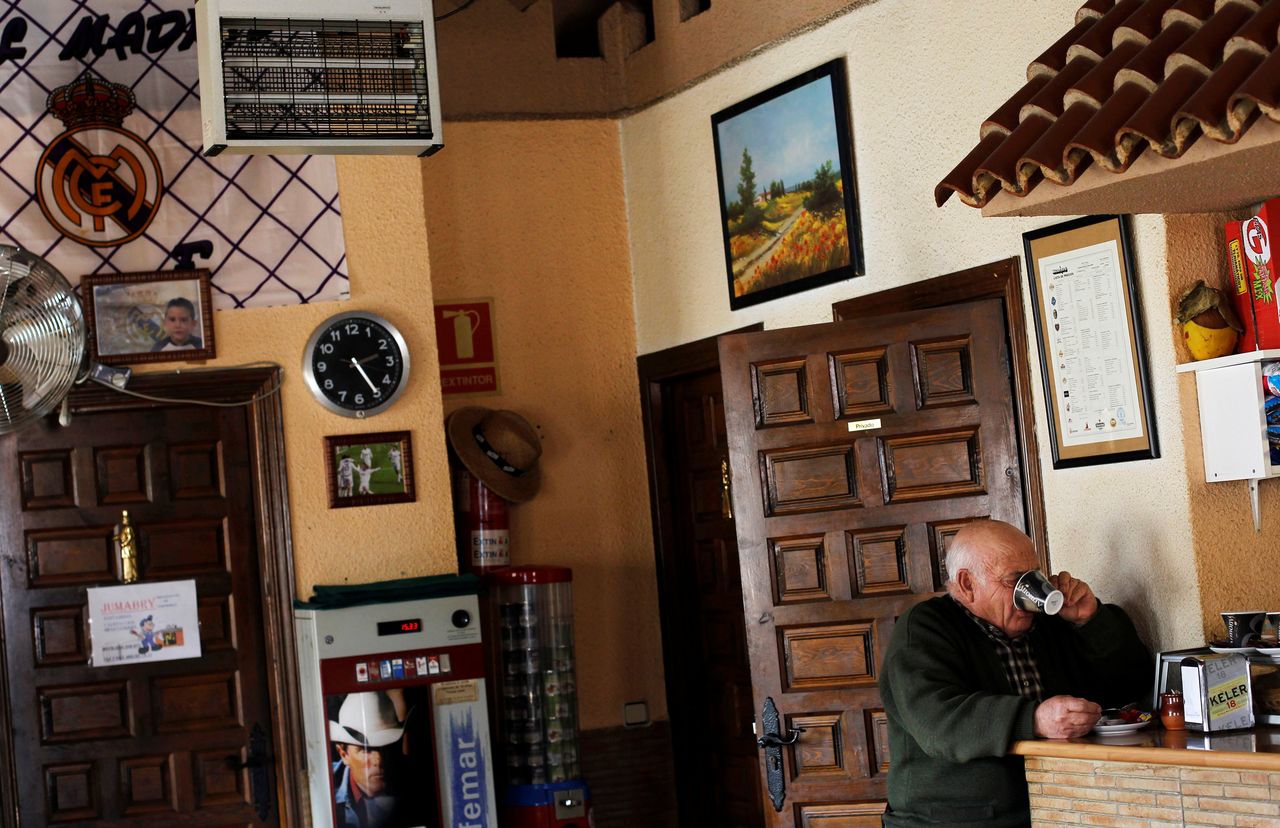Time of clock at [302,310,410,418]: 2:24
